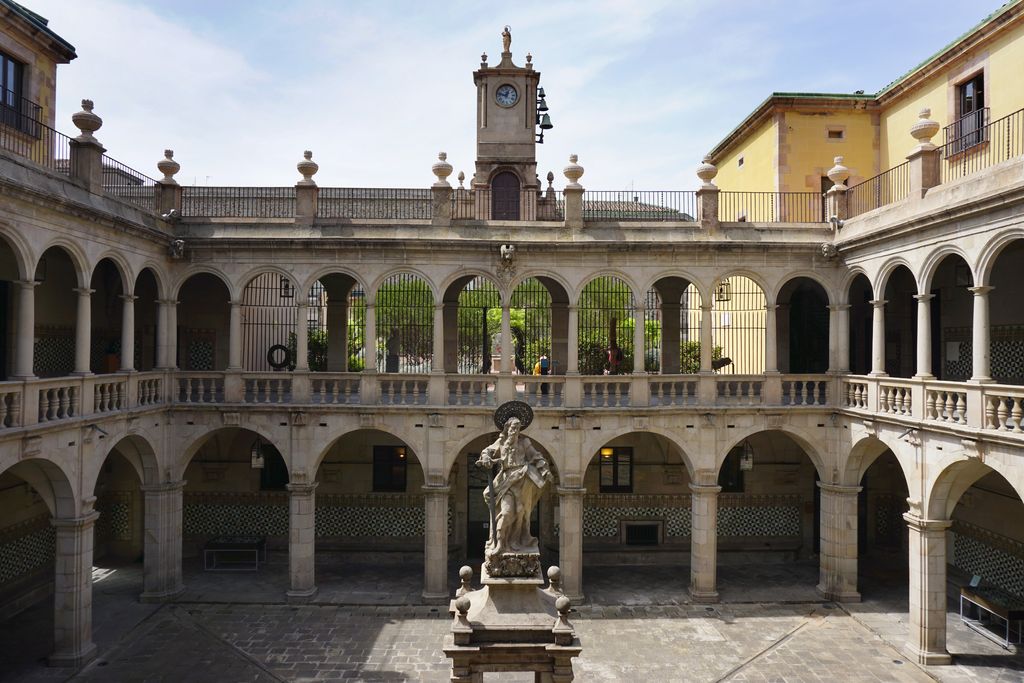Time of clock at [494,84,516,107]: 12:47
